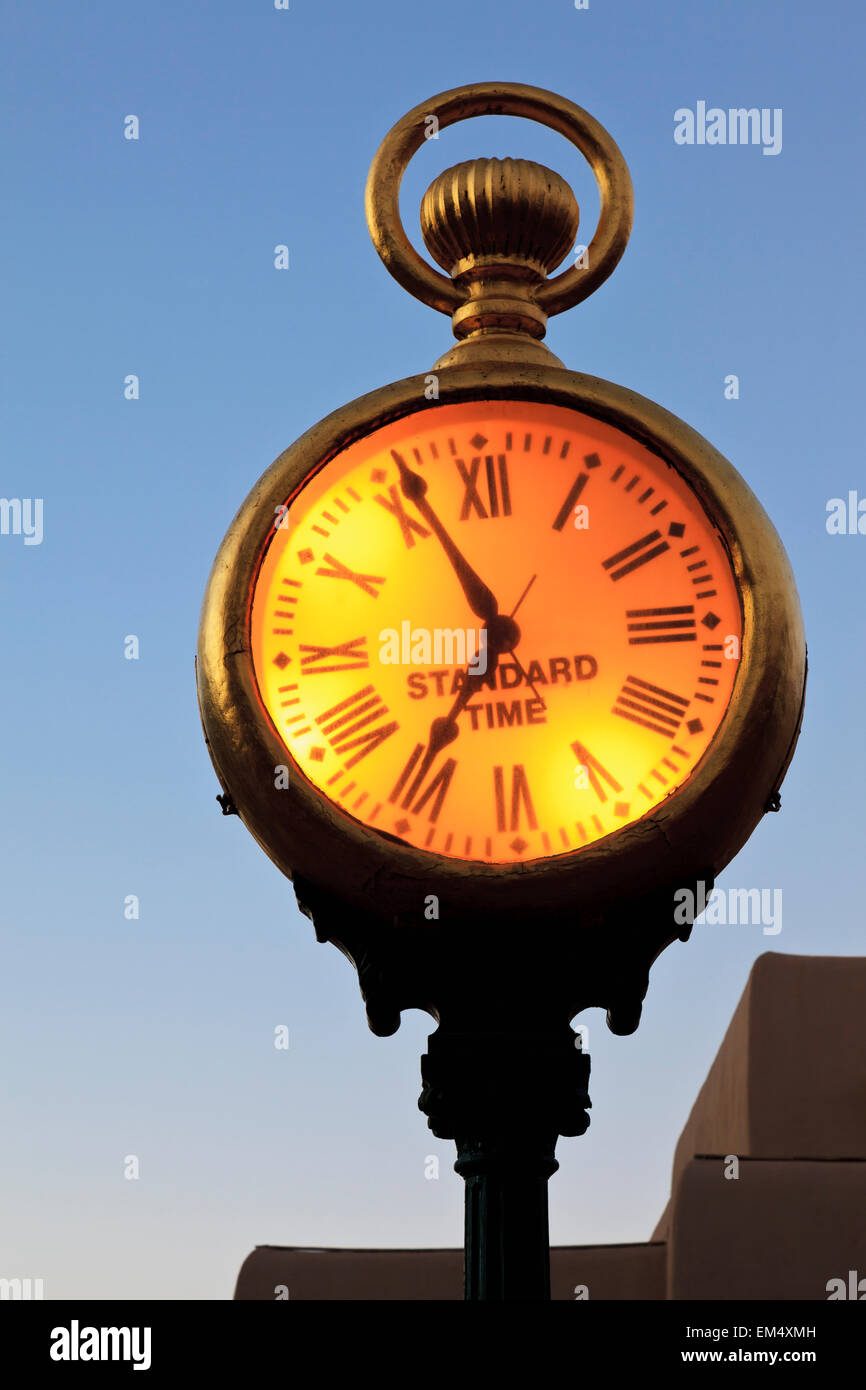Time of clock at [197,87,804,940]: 6:55
